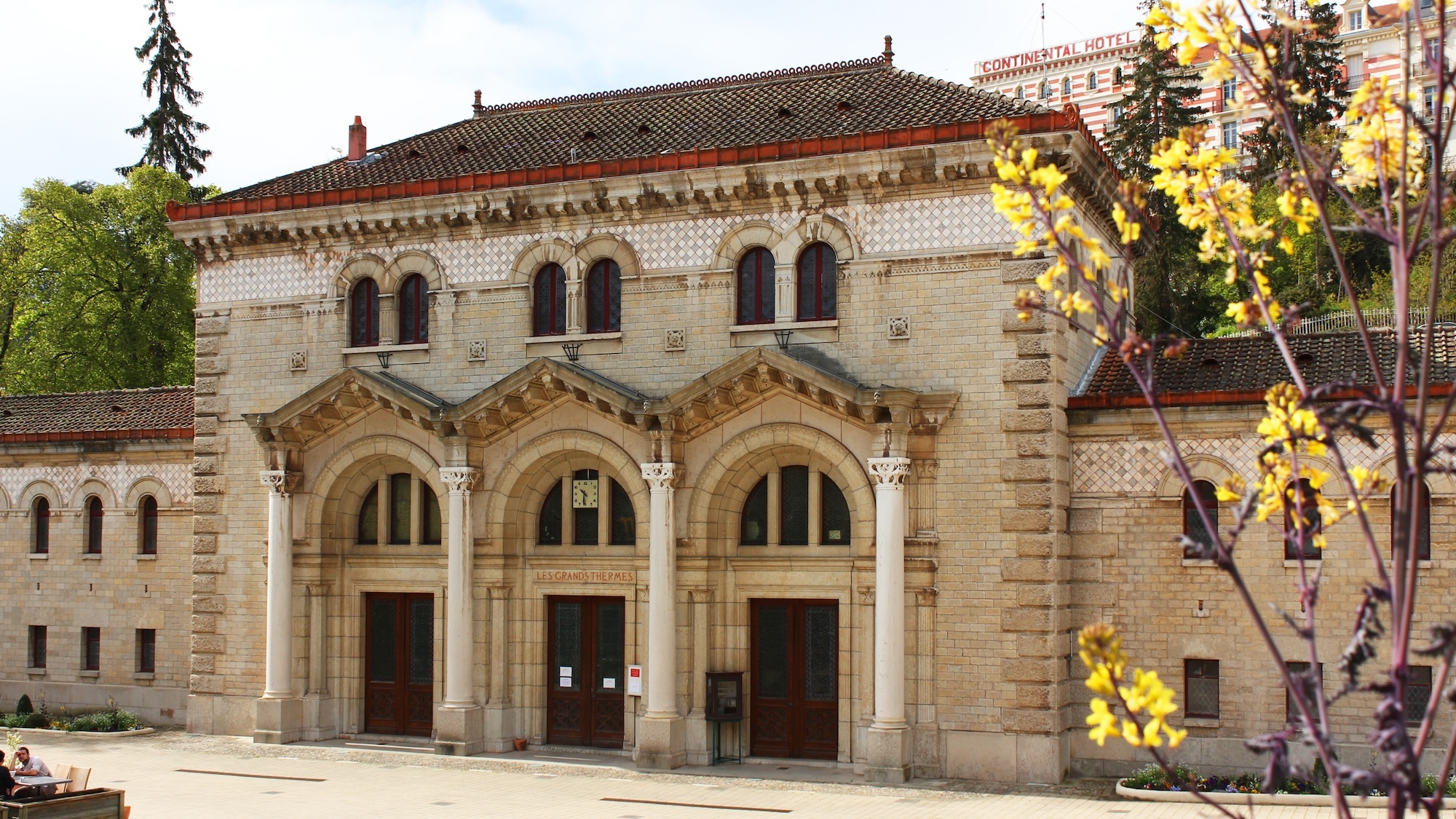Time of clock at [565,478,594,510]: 10:31
